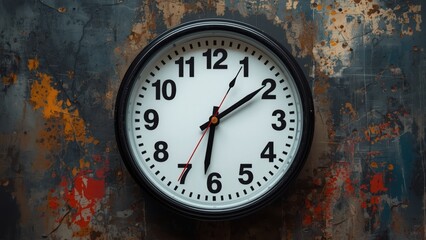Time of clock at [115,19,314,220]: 6:09
